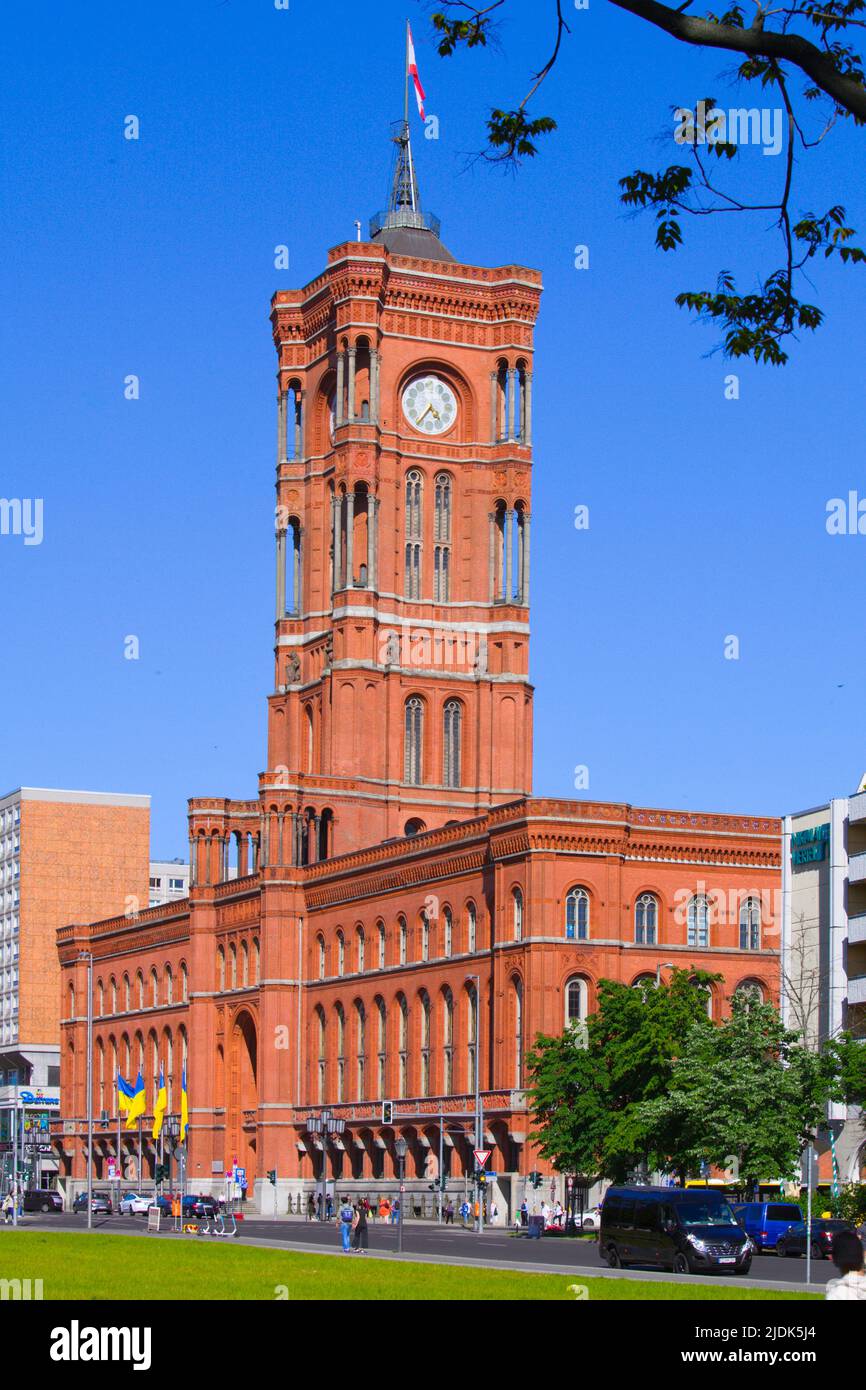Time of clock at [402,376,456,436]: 4:36
